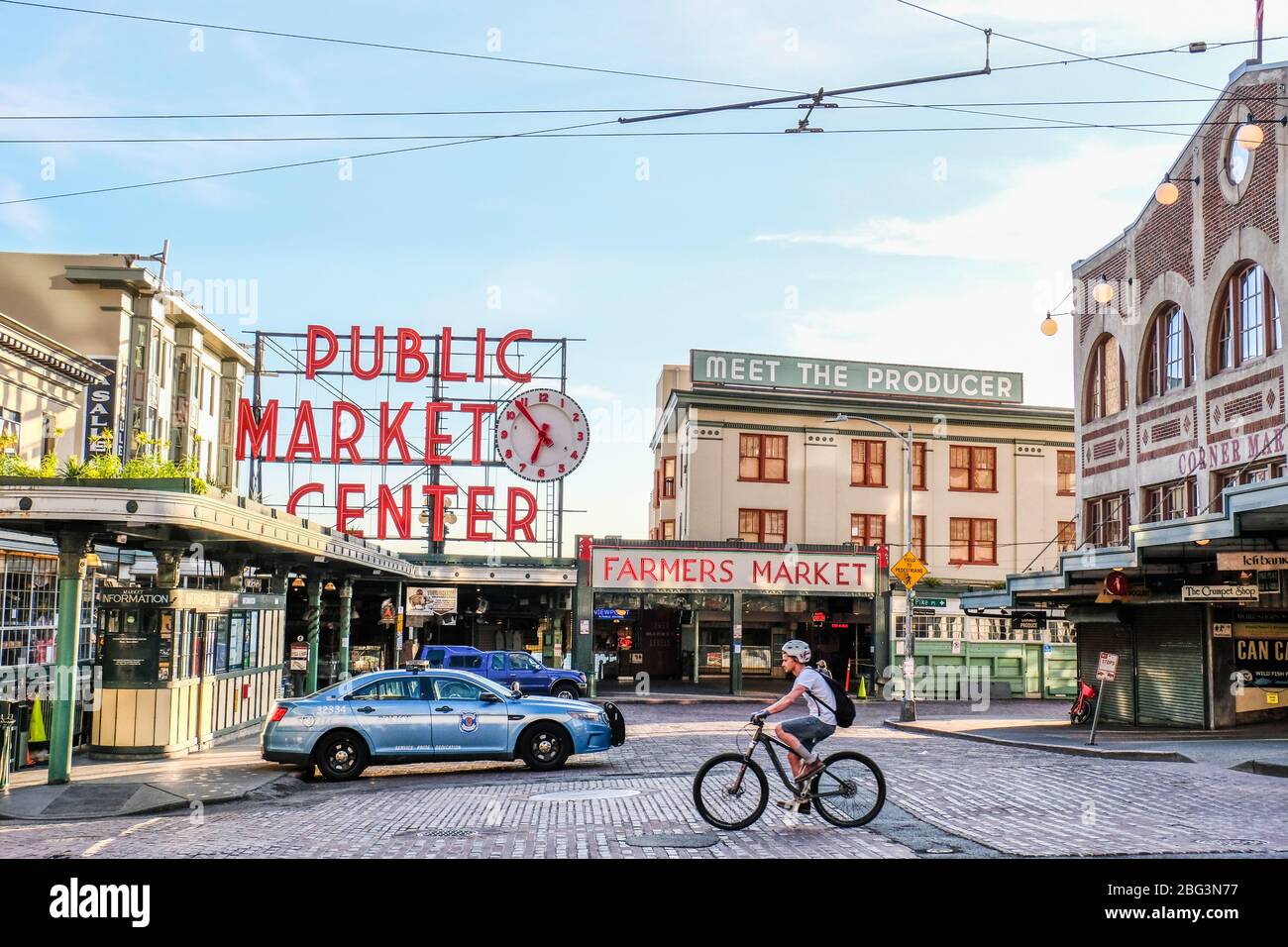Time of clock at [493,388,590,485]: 6:53
